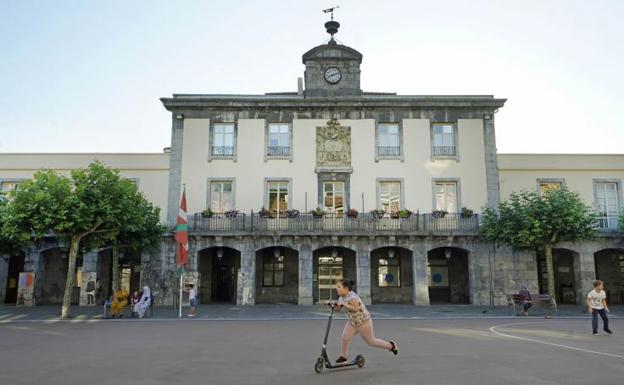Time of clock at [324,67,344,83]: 8:12
